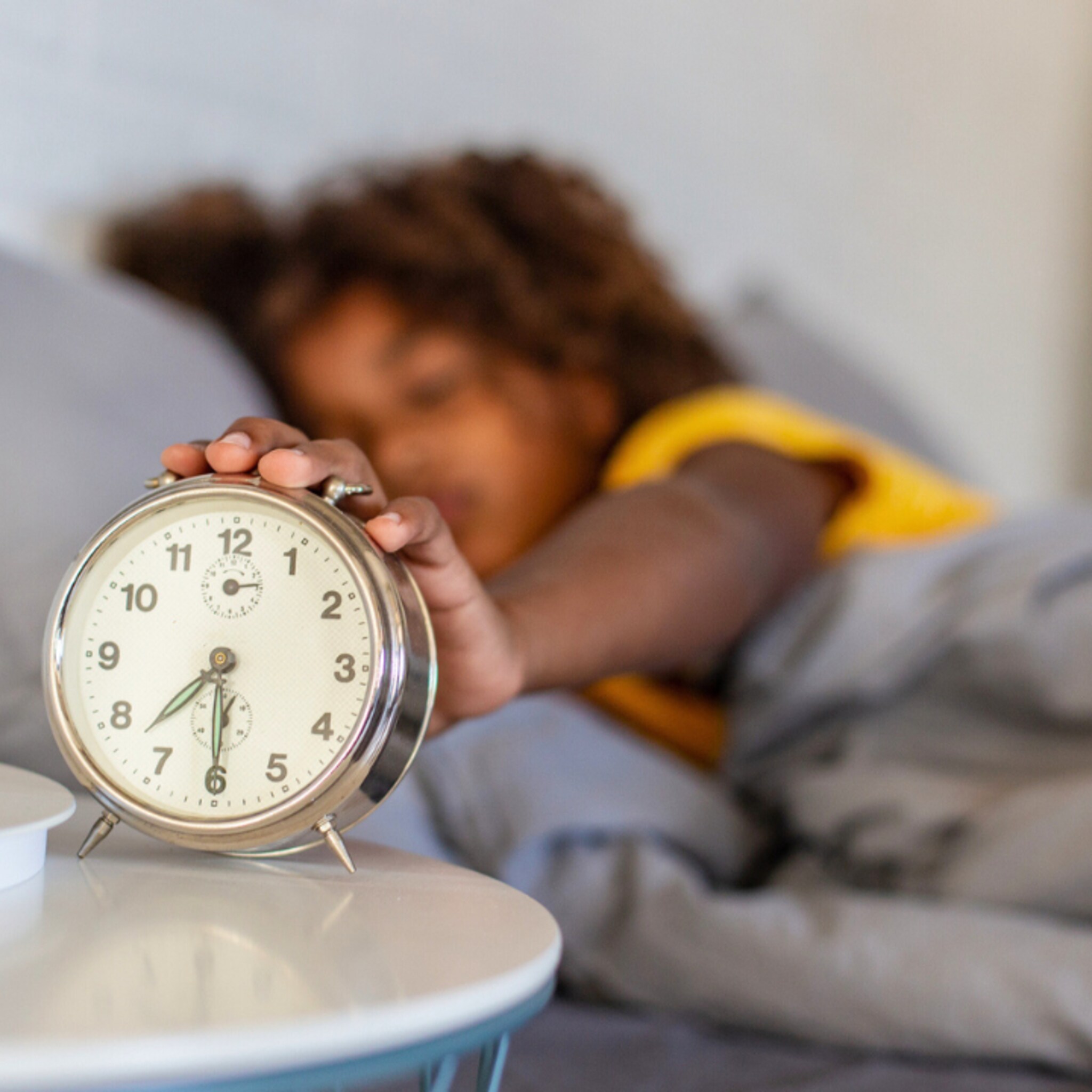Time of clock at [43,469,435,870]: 7:30
